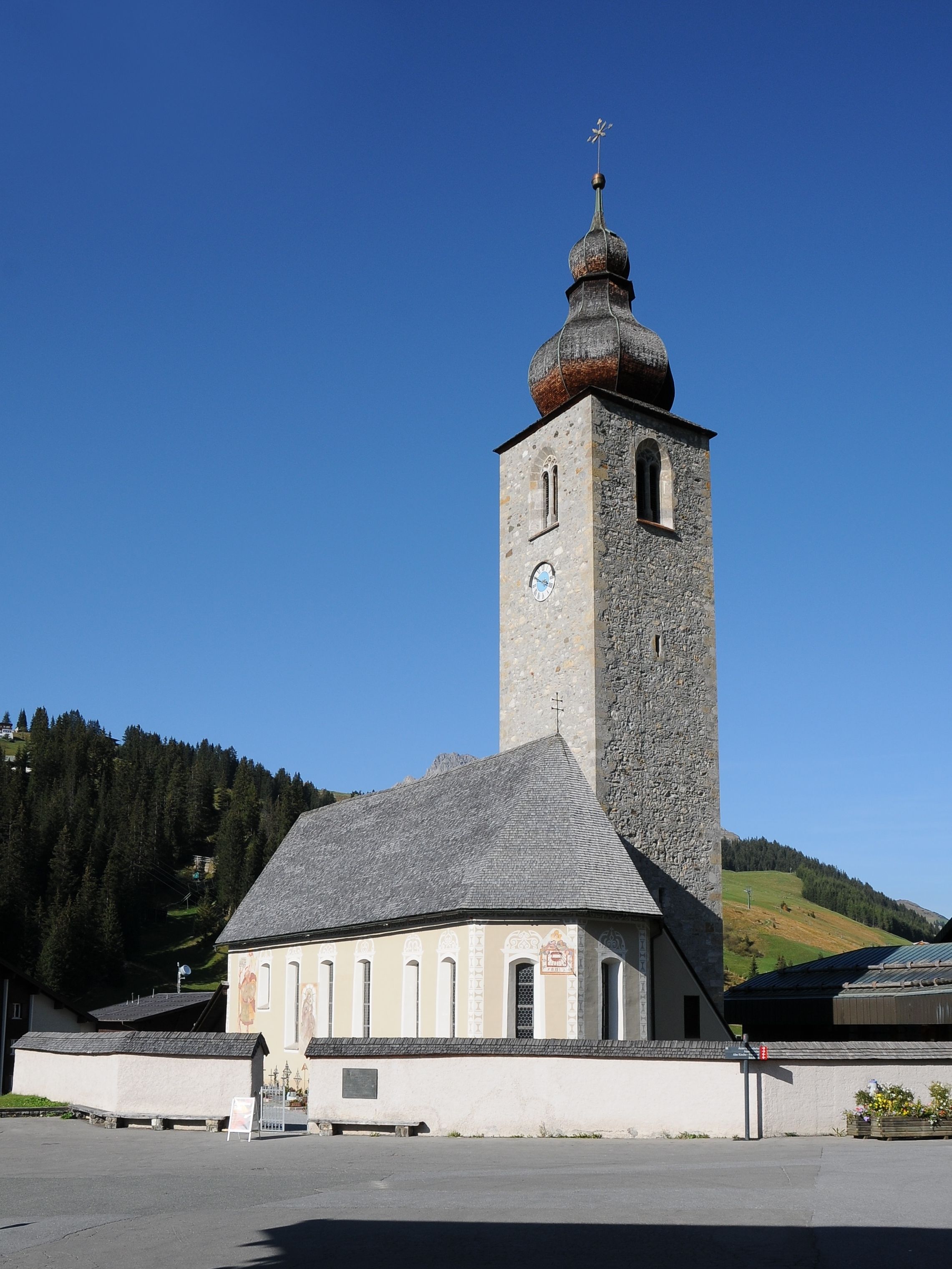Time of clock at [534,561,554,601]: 3:49
